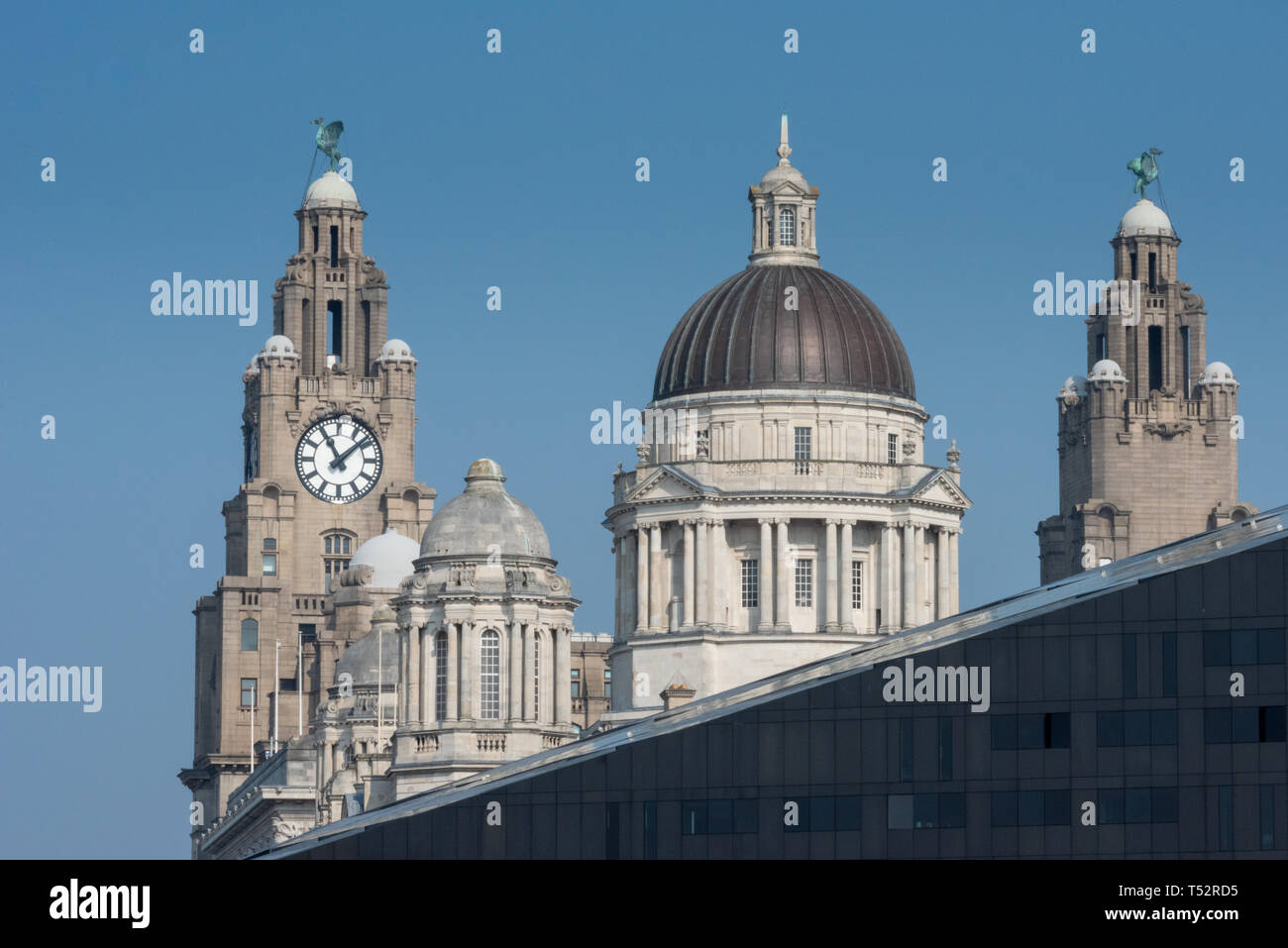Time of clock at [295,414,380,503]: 11:08
